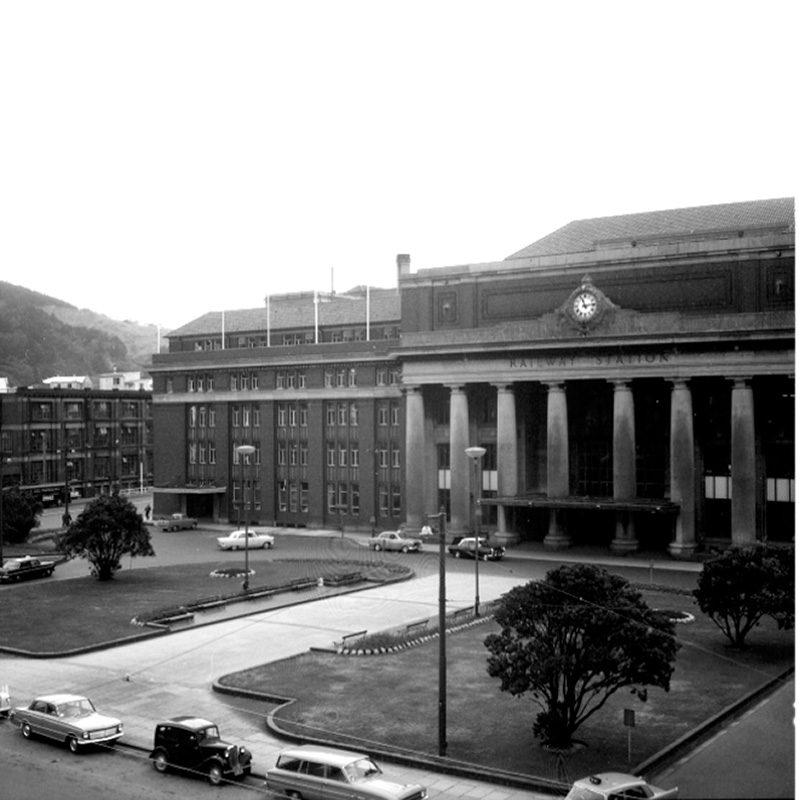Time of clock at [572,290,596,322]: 11:13
